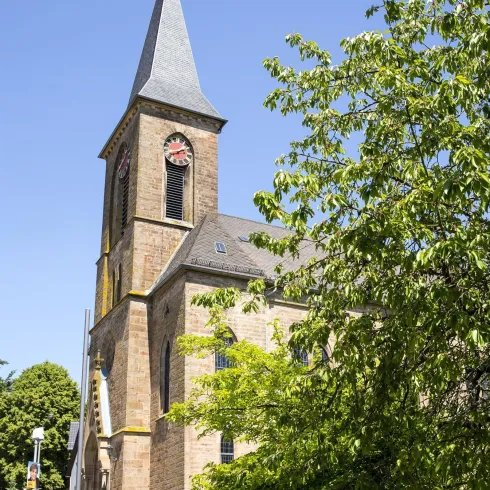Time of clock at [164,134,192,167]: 1:41
